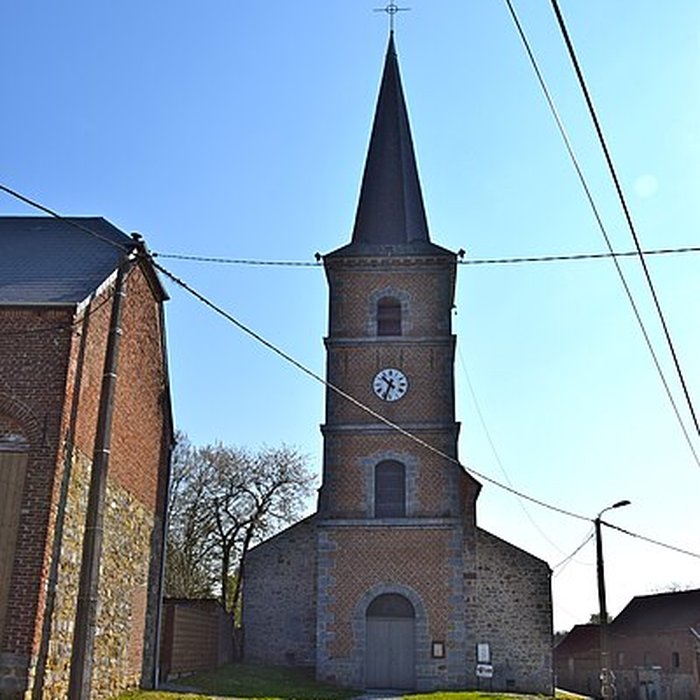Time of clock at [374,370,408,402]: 10:33
